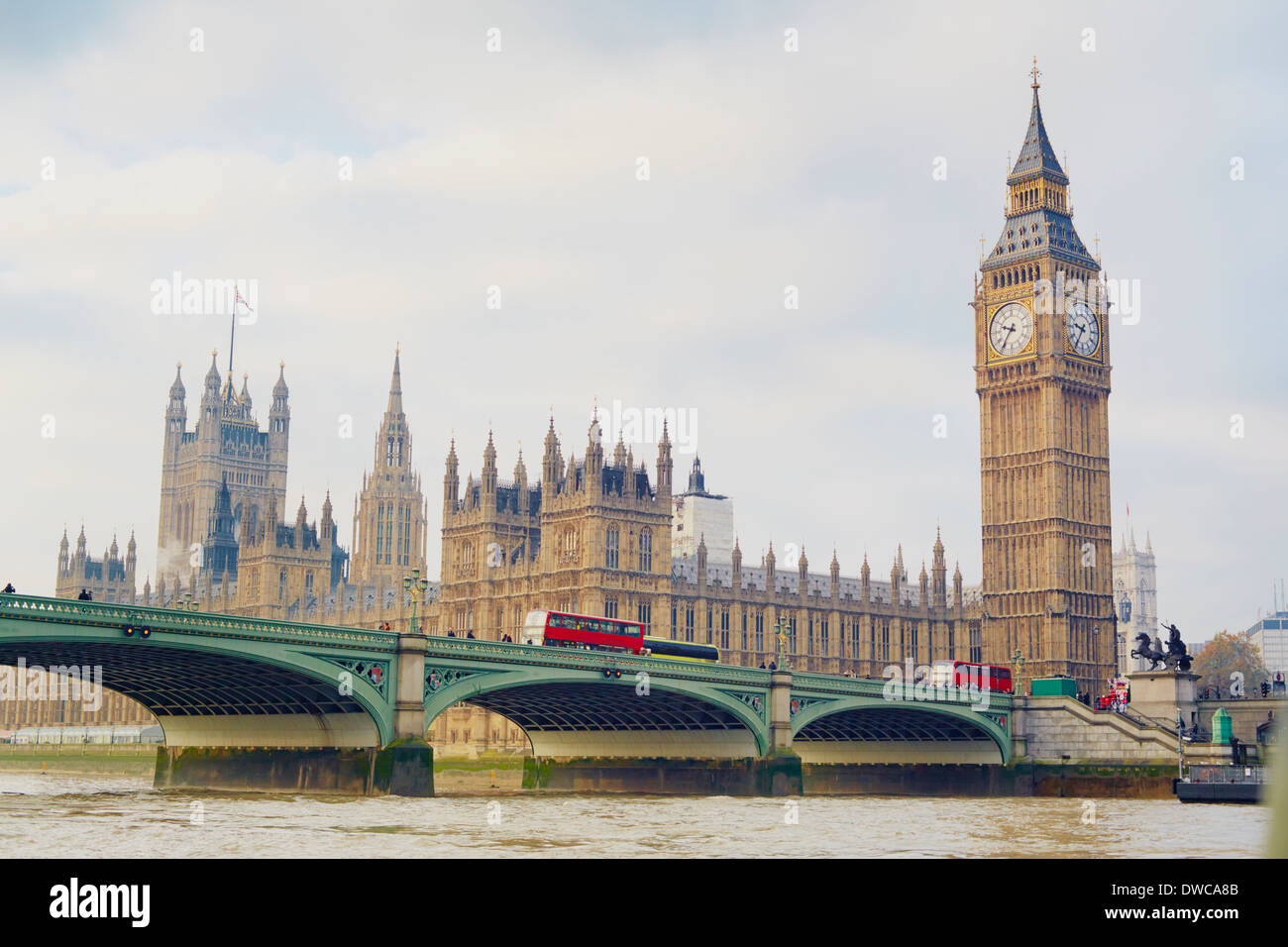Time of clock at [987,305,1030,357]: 9:36
